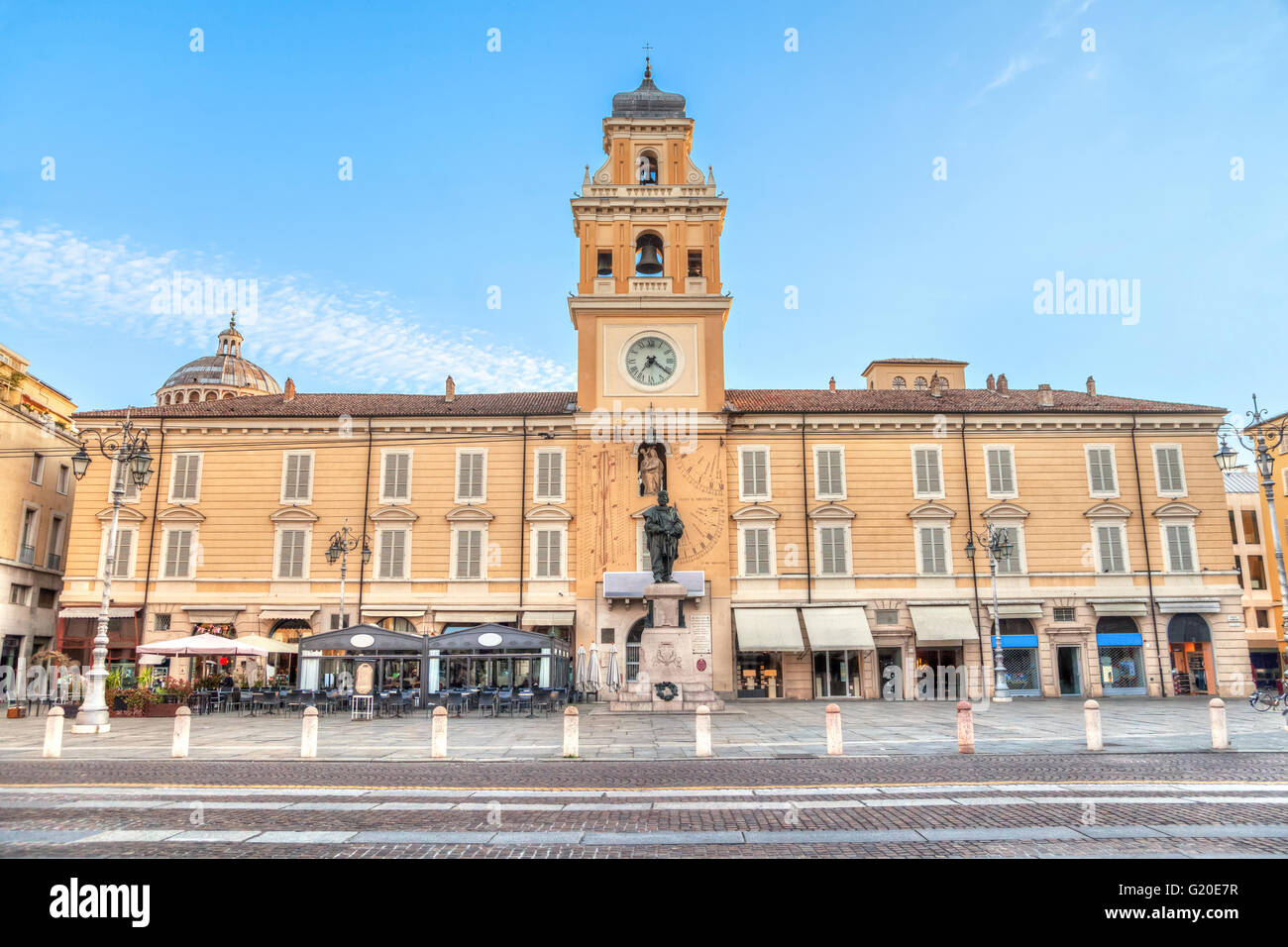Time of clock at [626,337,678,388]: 7:21
